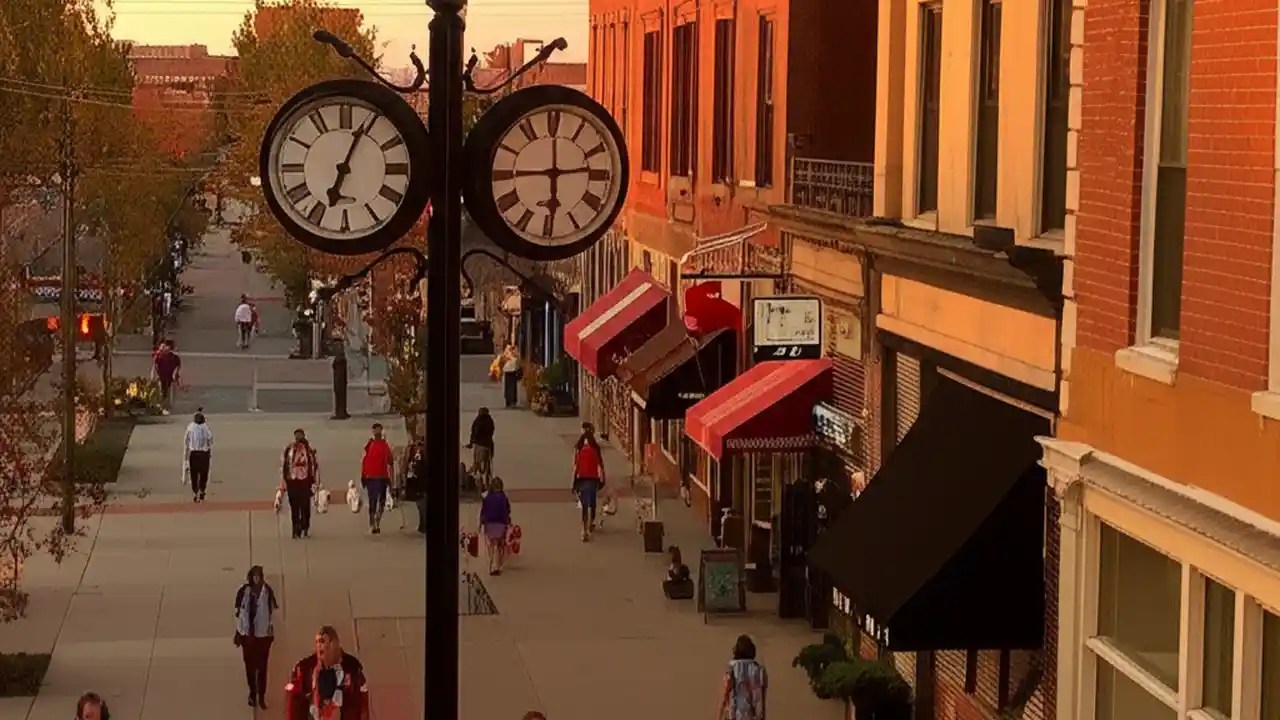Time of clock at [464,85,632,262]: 5:59
